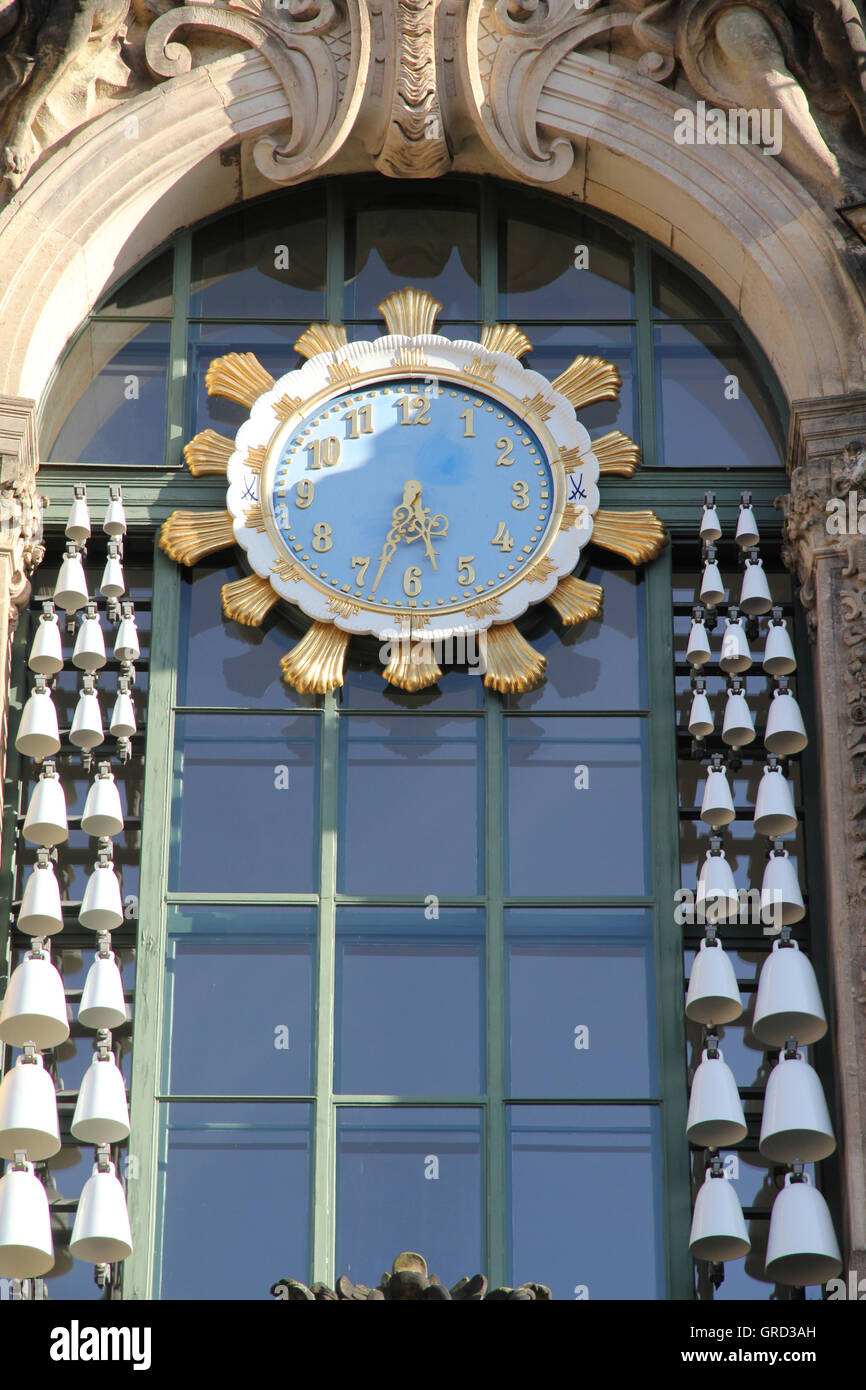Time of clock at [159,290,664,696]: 5:33
